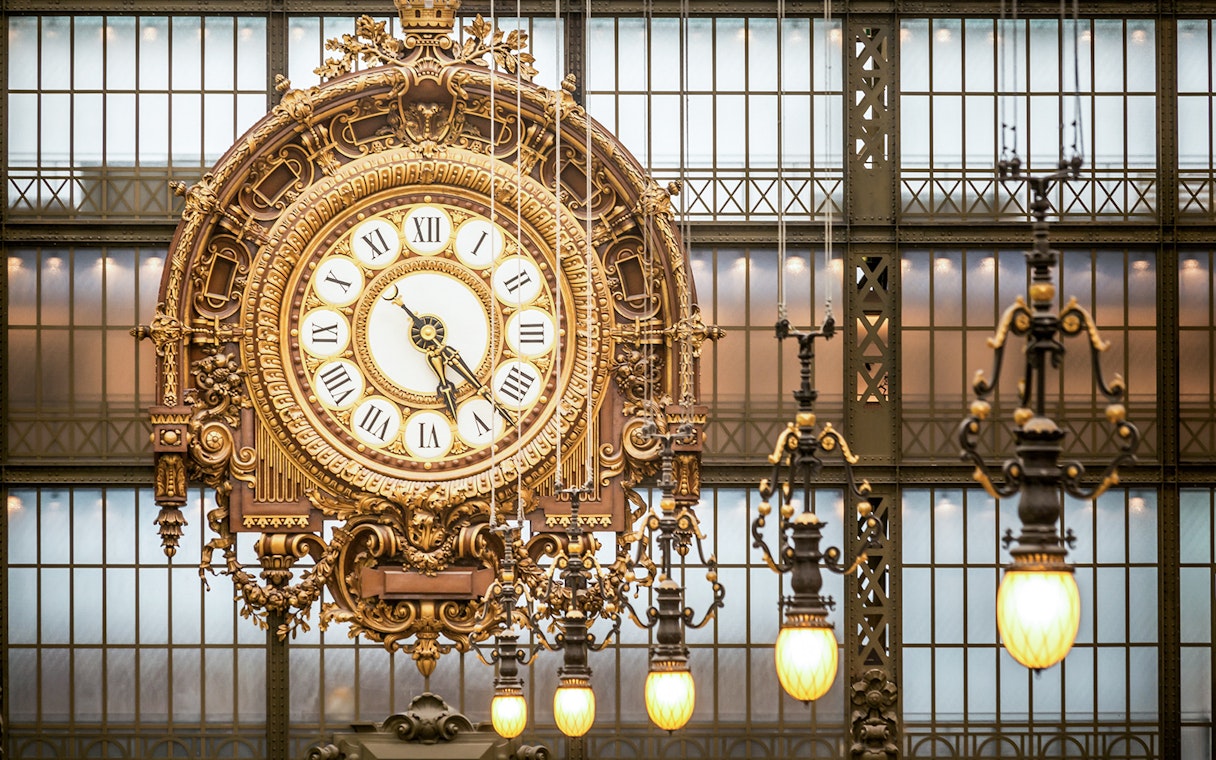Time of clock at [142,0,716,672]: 5:22
